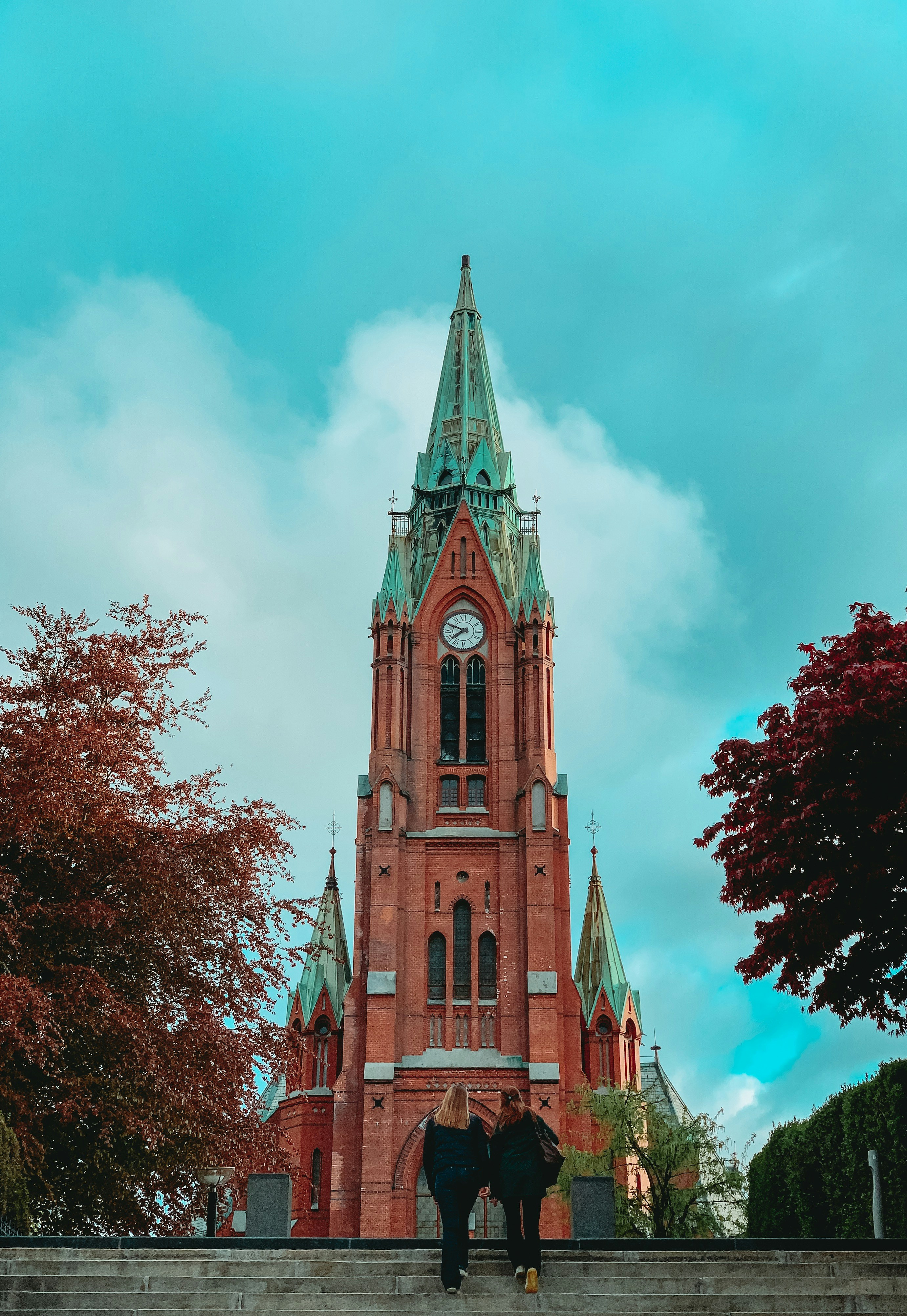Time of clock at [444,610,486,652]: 7:49
